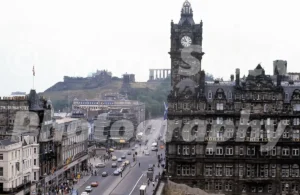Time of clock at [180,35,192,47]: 10:47
